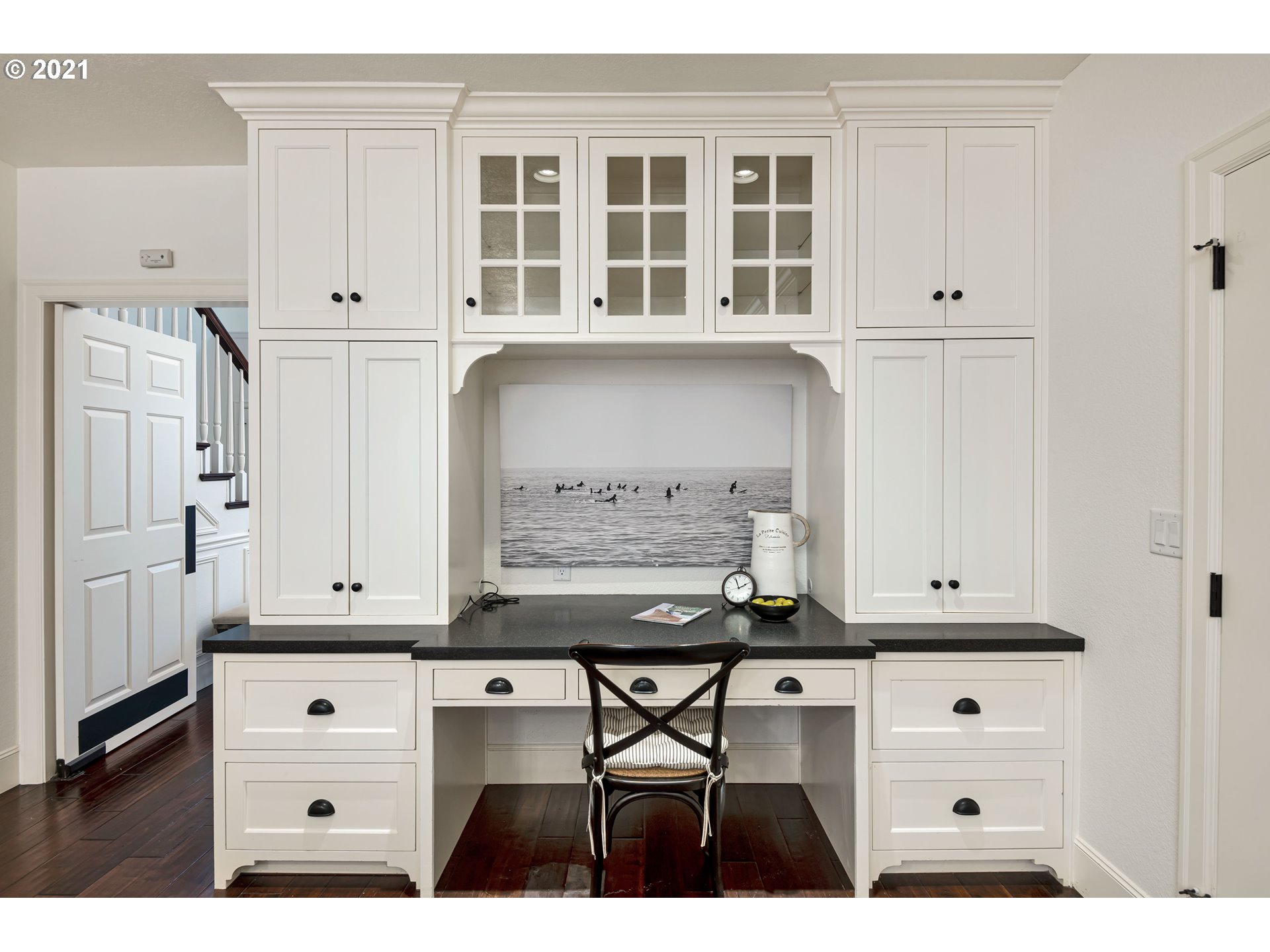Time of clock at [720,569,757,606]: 1:56
